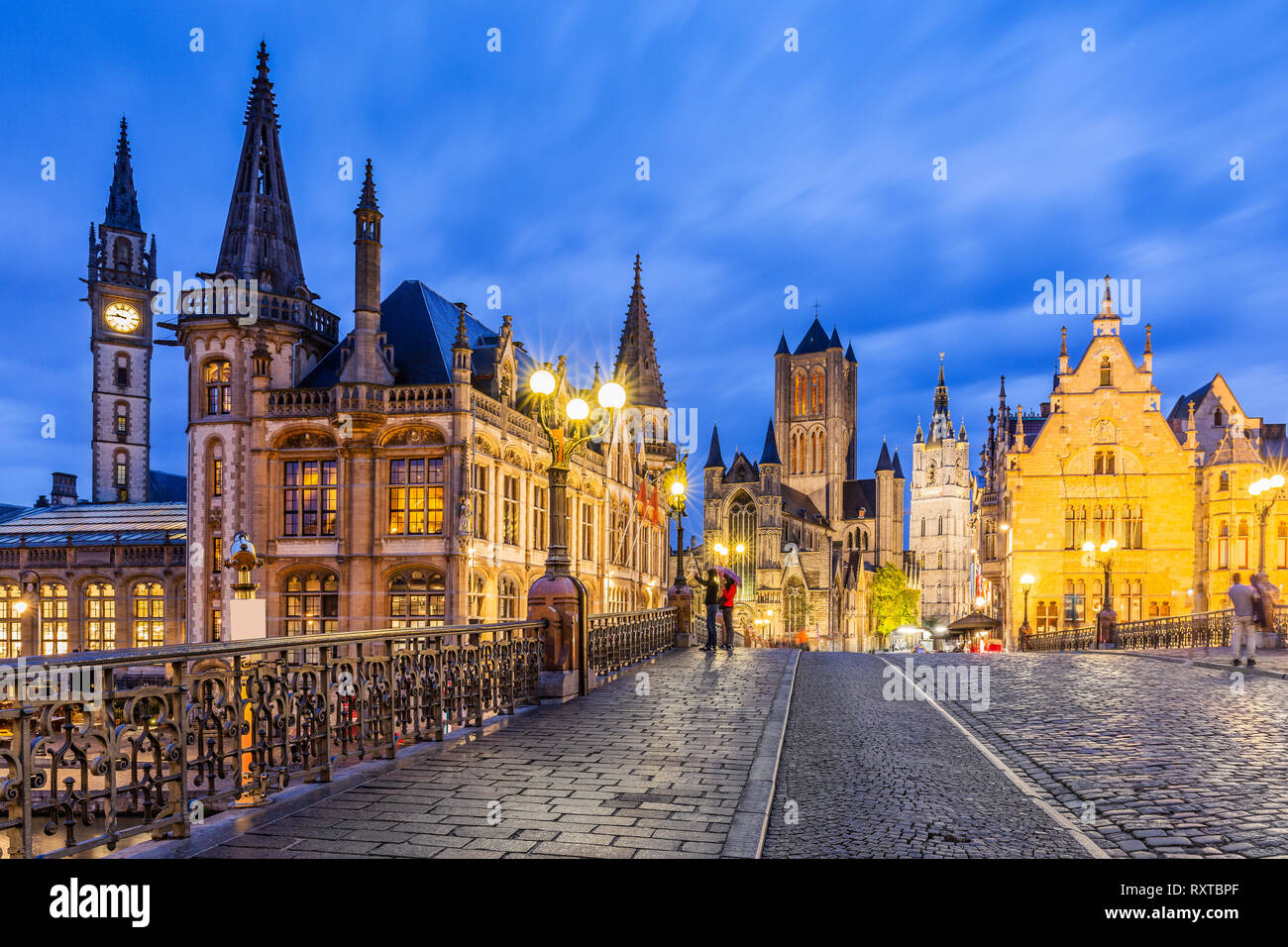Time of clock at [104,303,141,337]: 9:45
